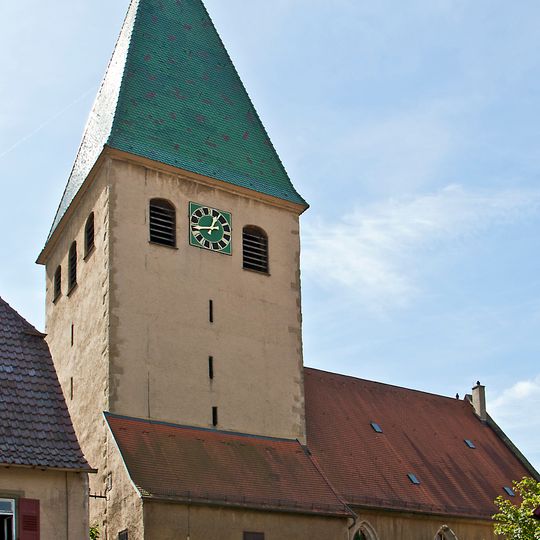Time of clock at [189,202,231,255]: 12:43
